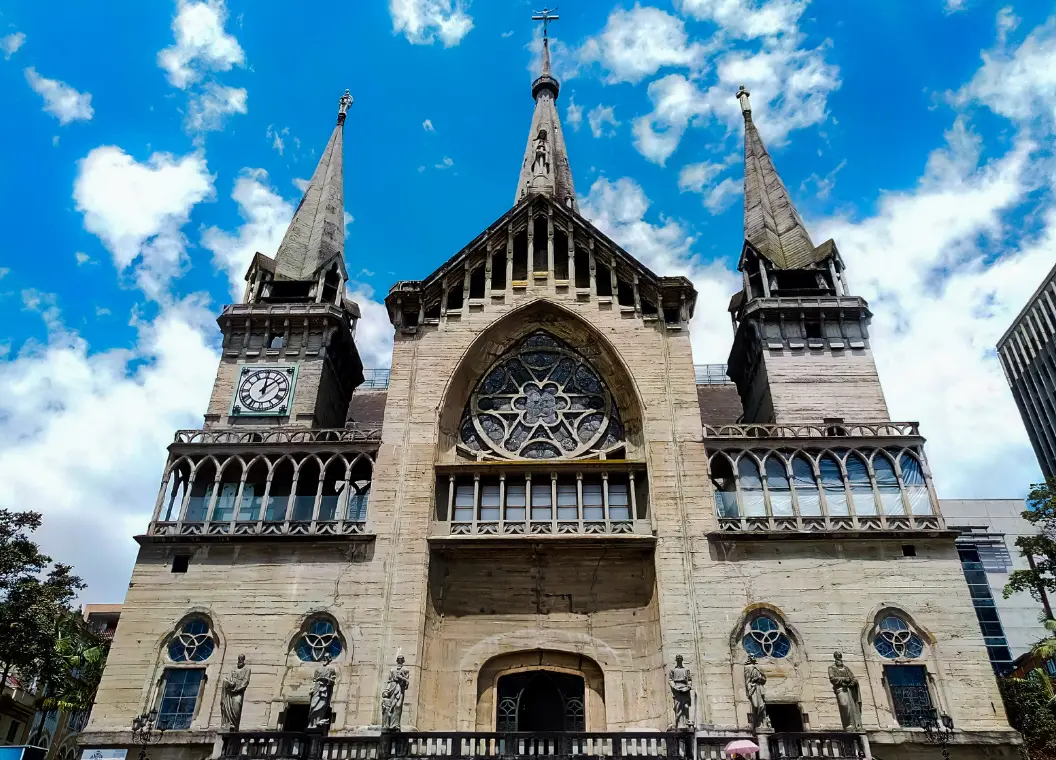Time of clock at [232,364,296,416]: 12:07
